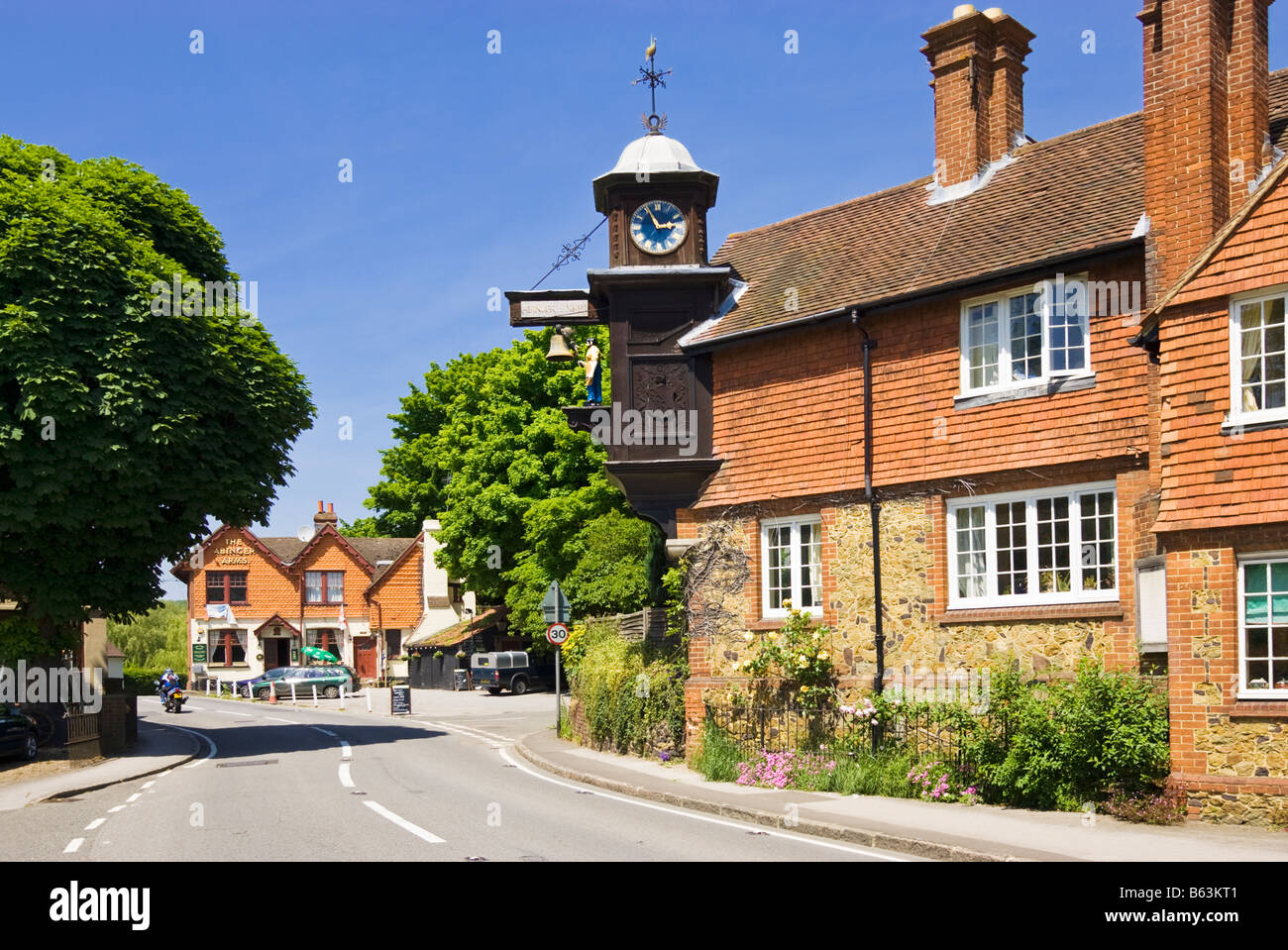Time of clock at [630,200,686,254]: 2:55
